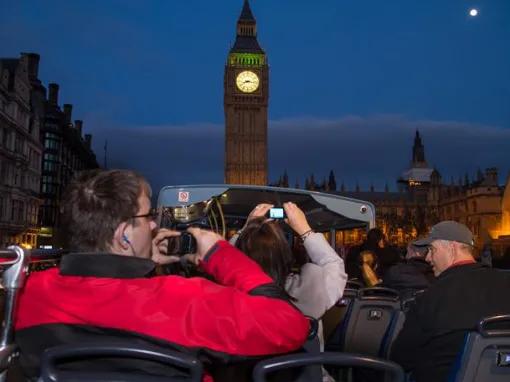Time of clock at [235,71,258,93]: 8:16
